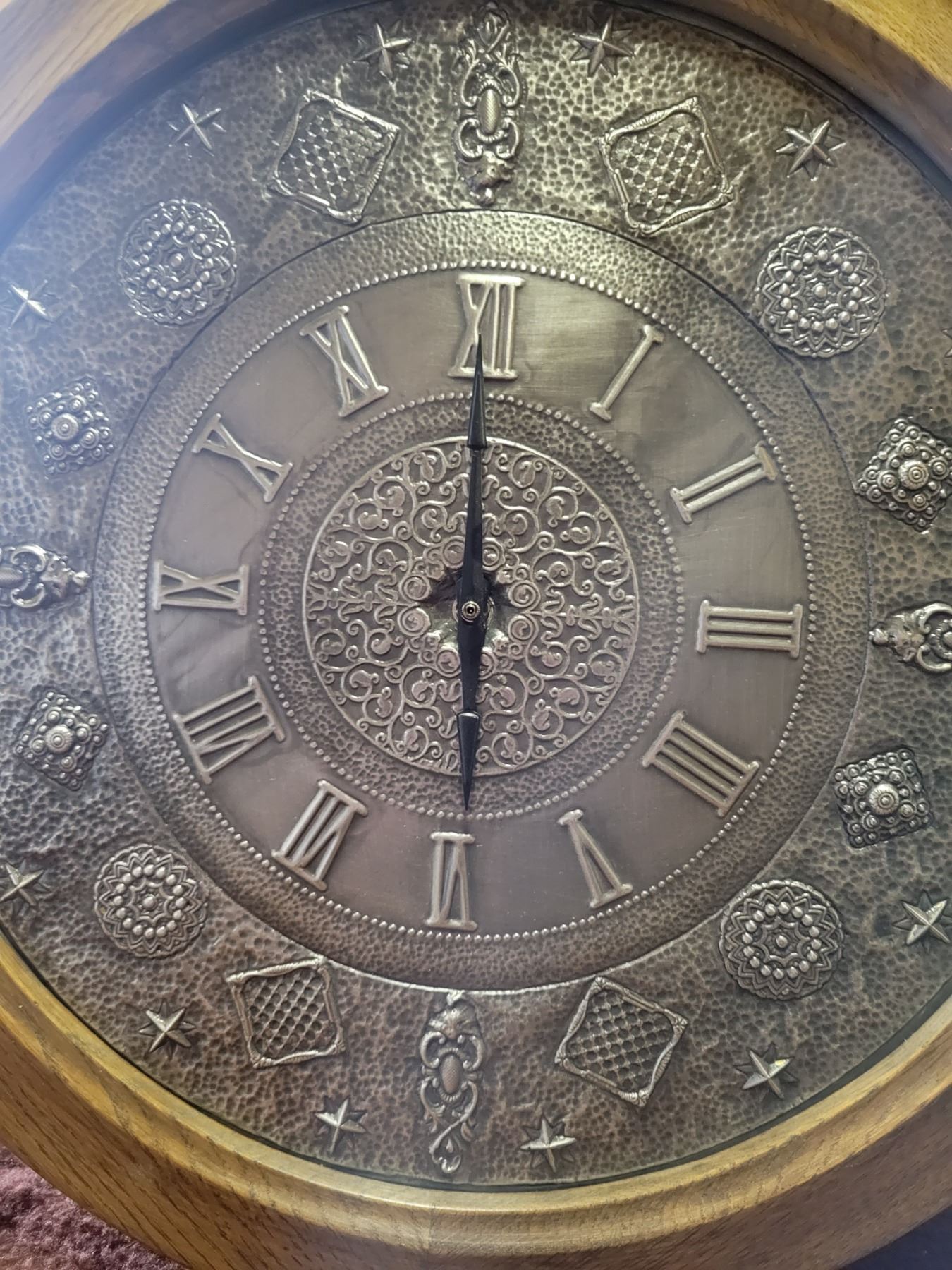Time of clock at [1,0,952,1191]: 5:59
